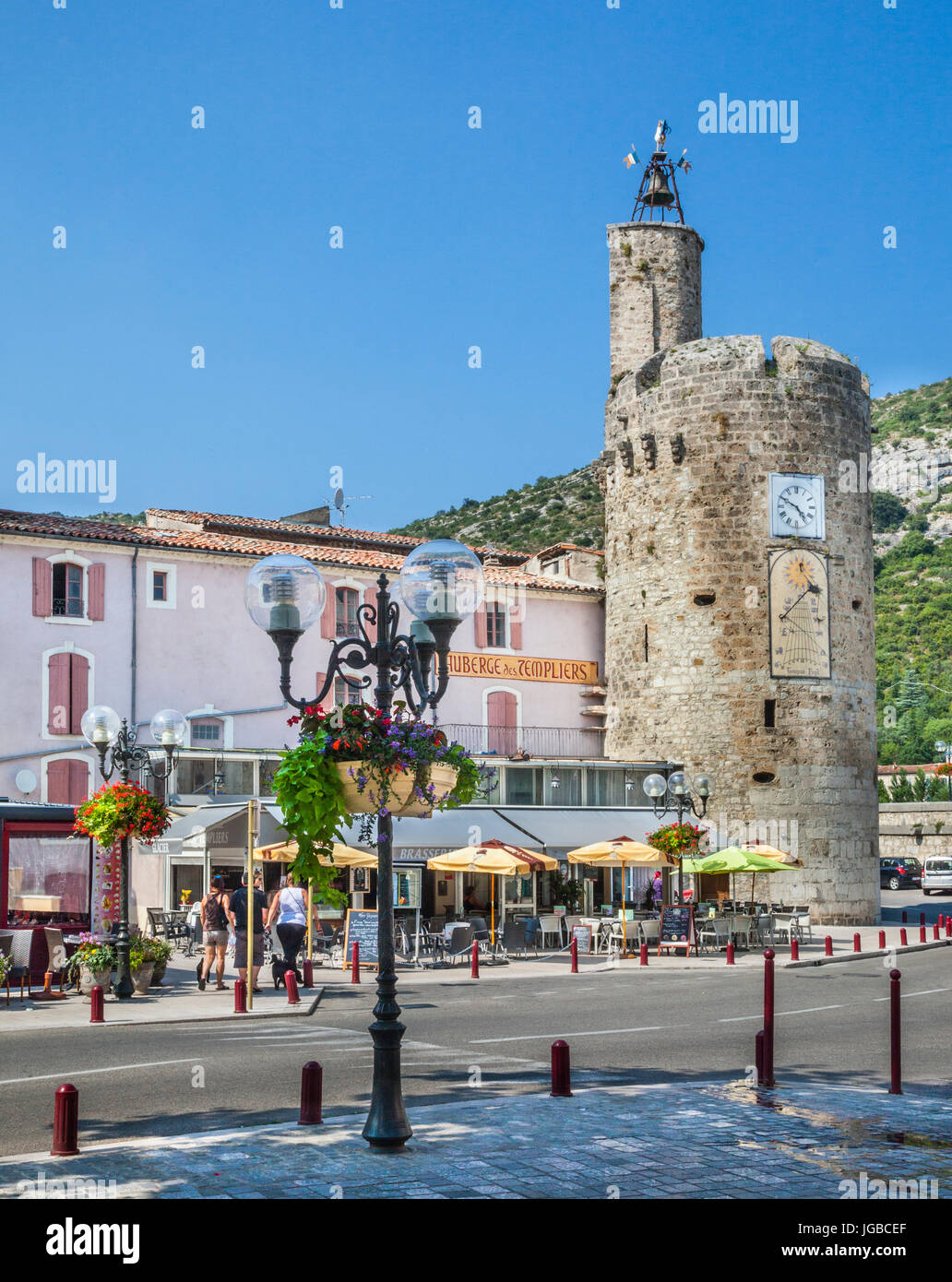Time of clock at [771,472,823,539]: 4:49
